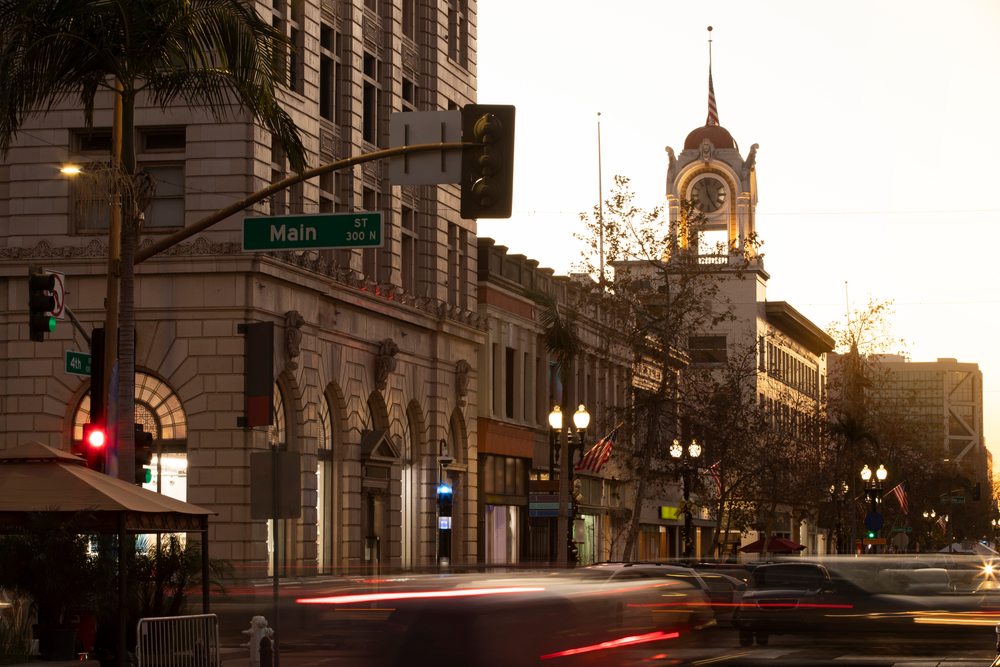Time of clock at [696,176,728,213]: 4:57
